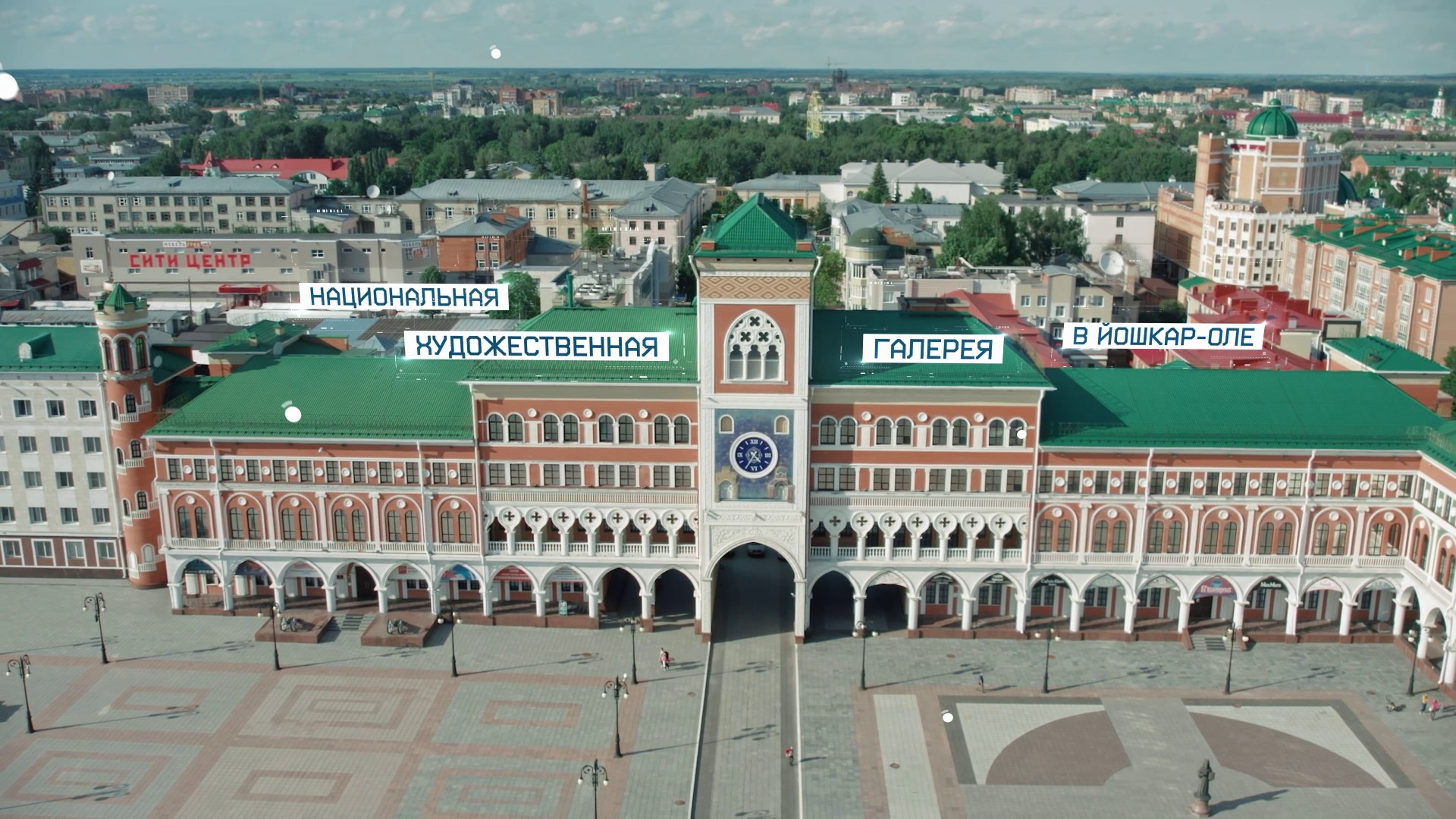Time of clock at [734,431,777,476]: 4:35
